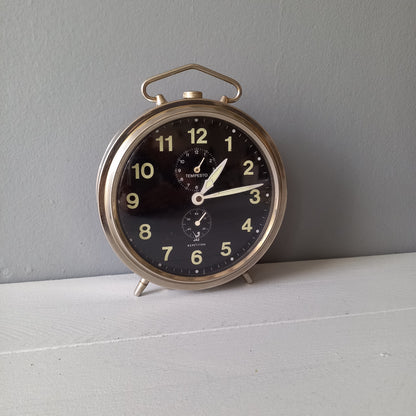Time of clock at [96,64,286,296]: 1:13
